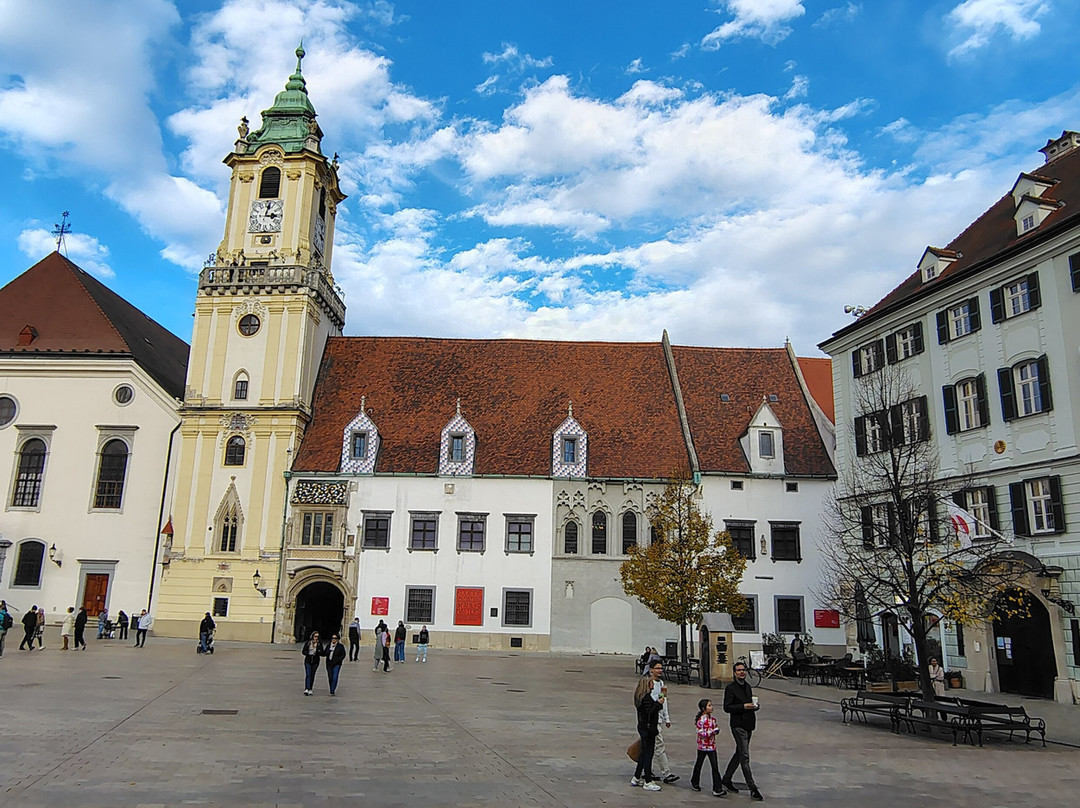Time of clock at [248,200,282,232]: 3:02
